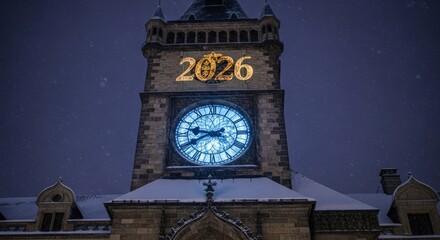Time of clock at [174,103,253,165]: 9:40
